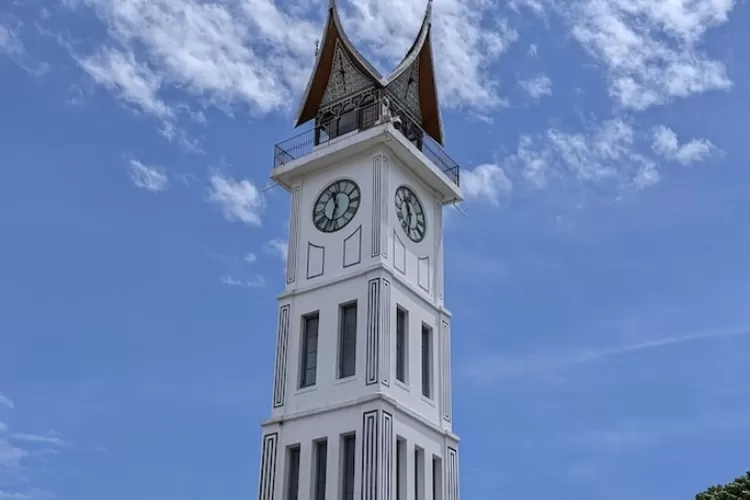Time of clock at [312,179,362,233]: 11:32
